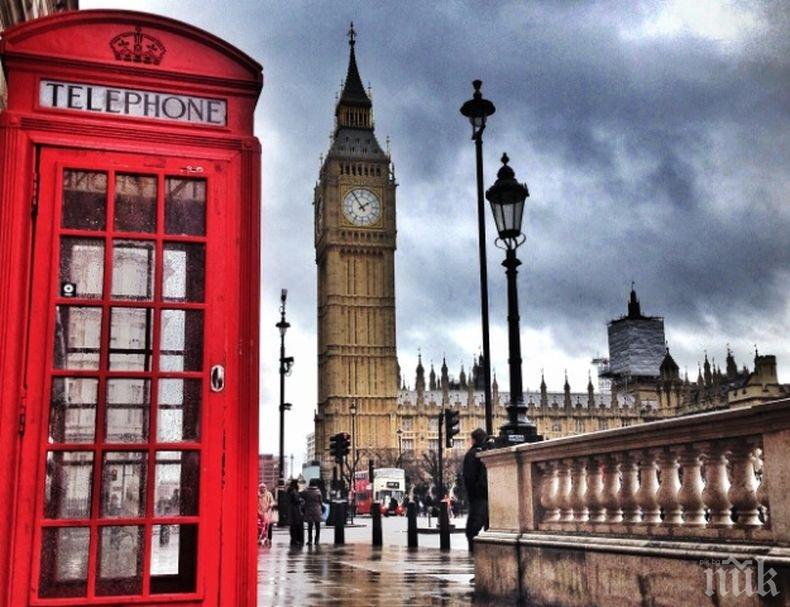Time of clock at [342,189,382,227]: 1:54
